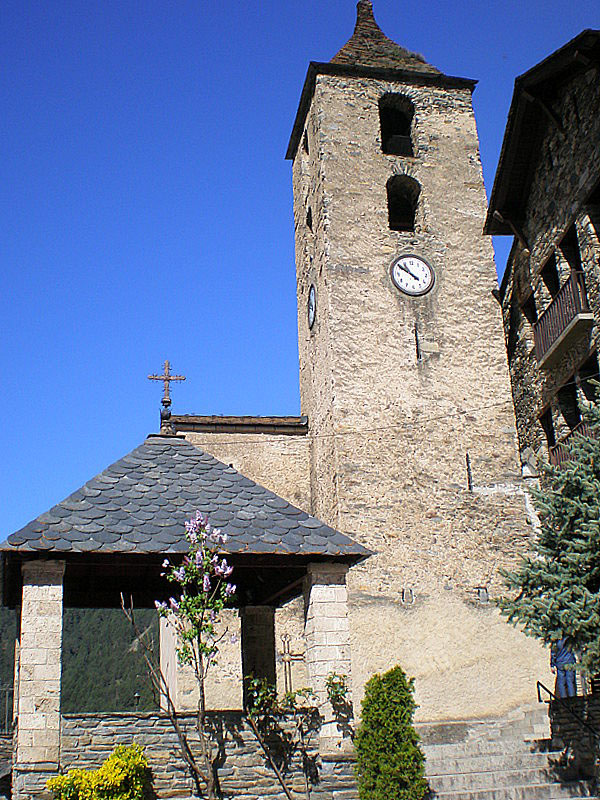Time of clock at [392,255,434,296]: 10:50
